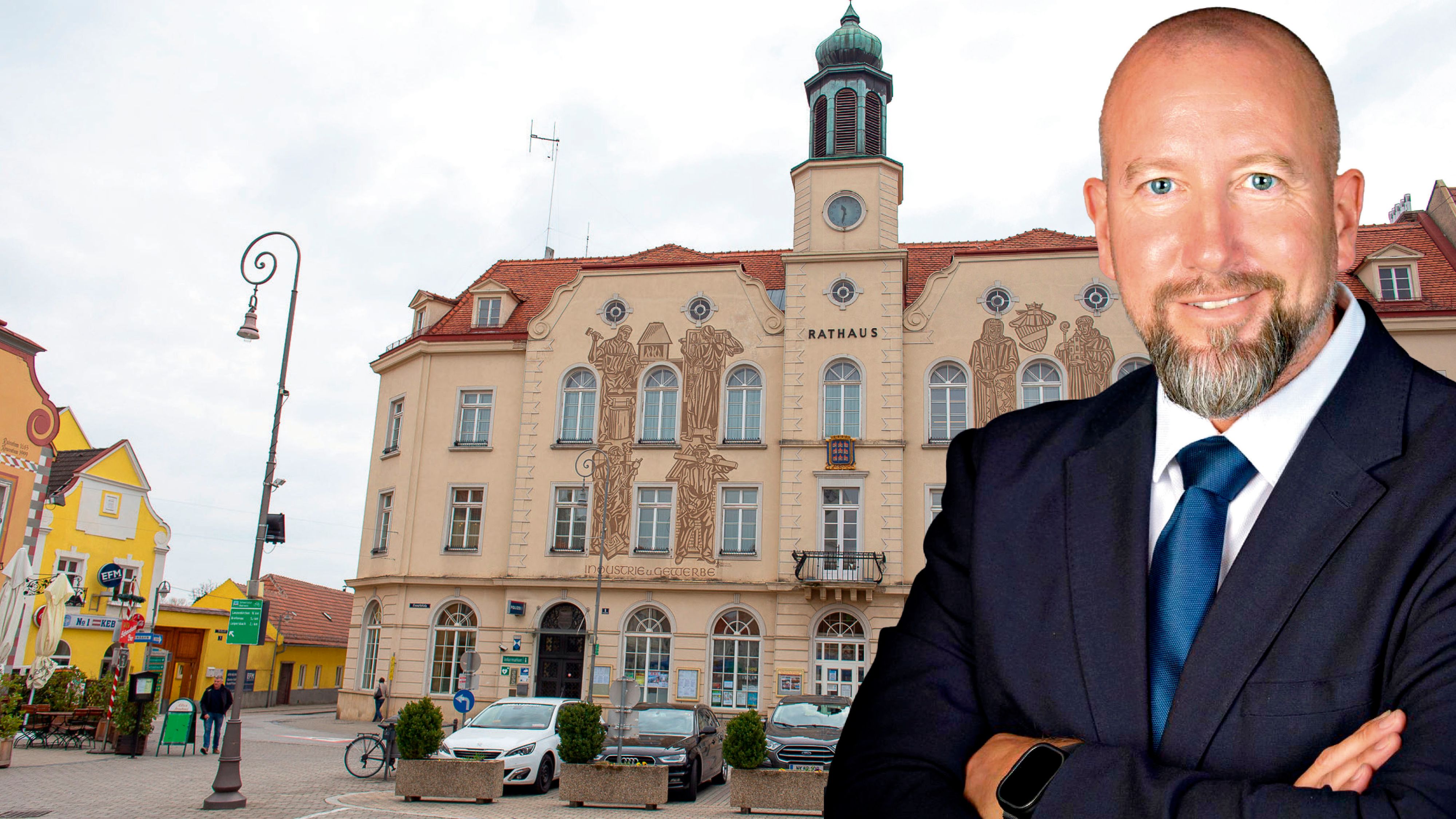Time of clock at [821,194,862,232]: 11:32
